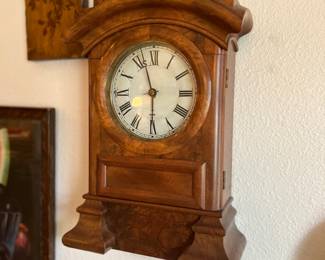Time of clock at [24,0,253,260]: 11:29
